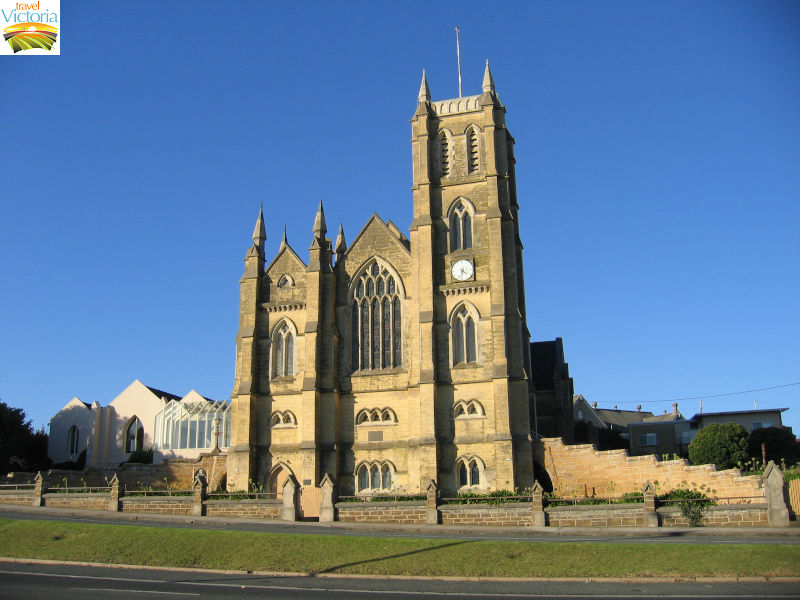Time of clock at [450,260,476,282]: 4:31
